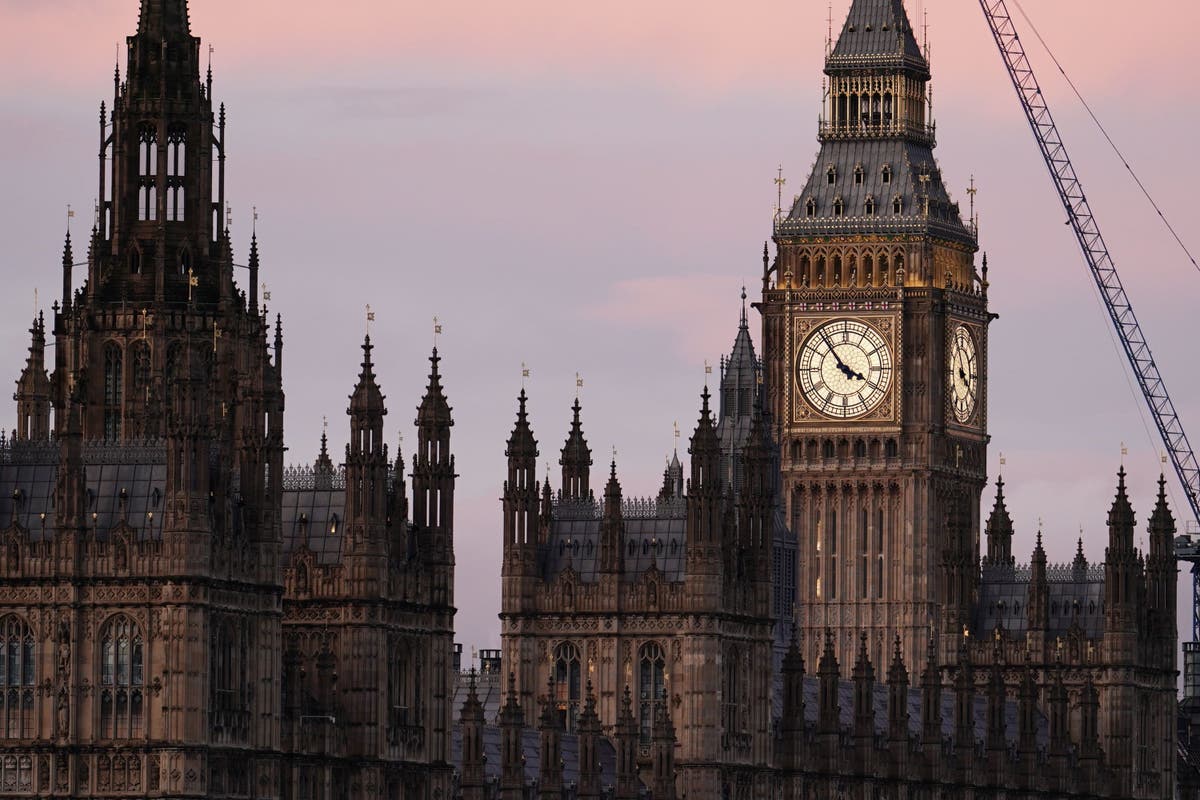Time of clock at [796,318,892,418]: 3:53
